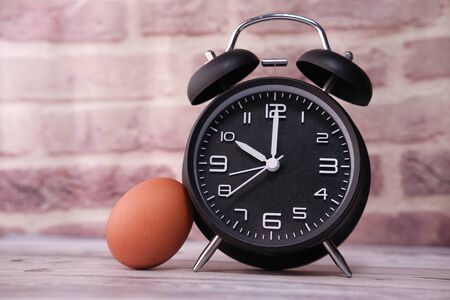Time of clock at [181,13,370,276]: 10:00
